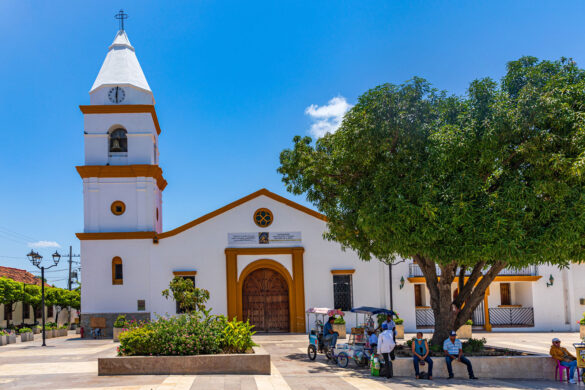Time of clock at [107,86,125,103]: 6:01
